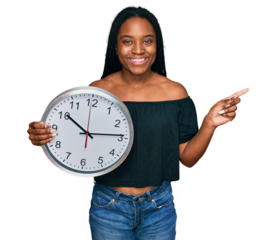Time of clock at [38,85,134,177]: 10:13
